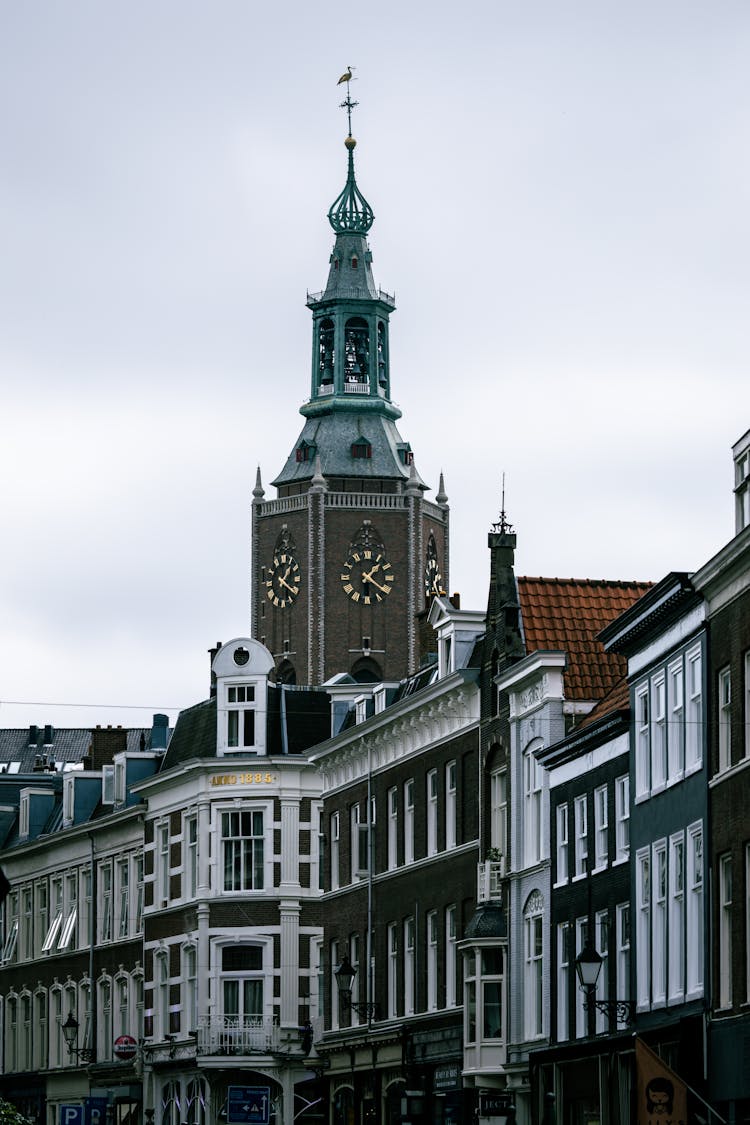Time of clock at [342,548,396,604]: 1:21
